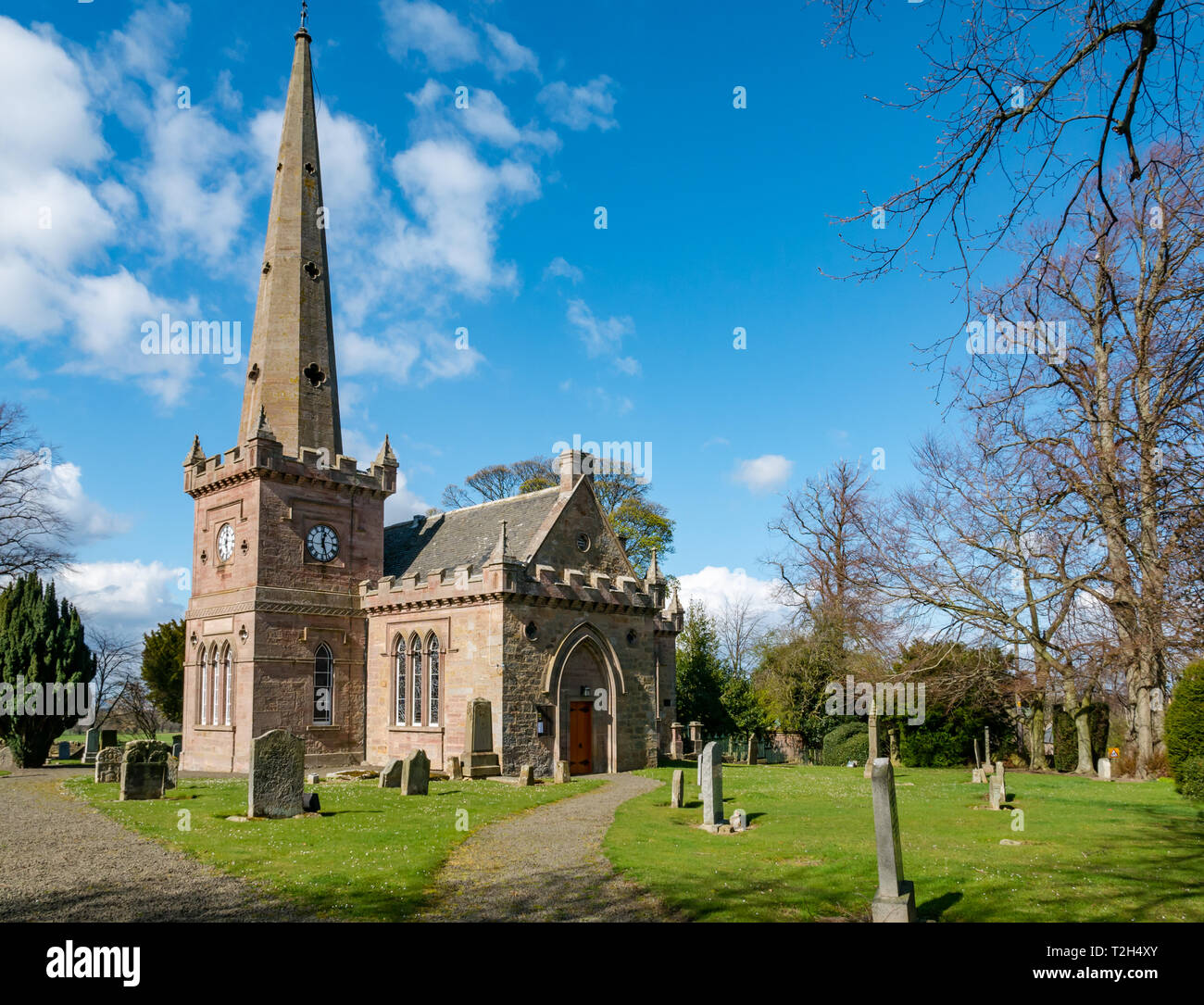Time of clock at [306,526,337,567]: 12:26
